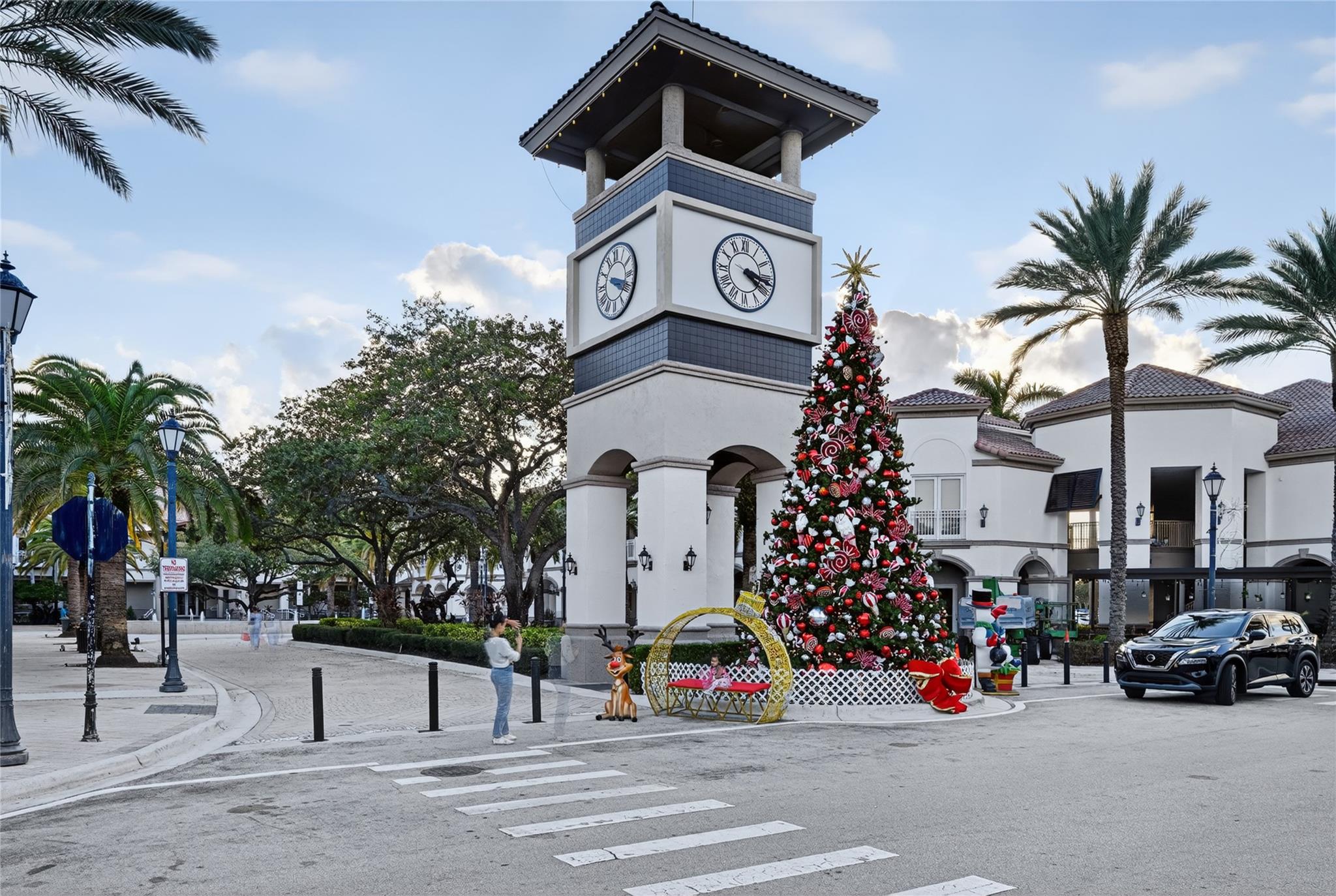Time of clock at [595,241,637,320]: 3:18
